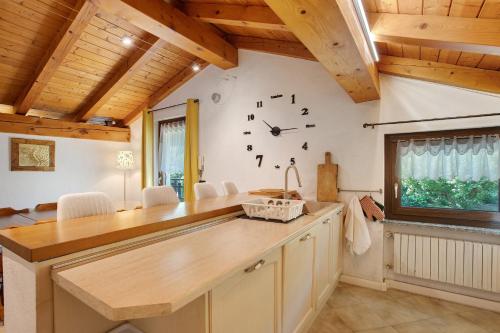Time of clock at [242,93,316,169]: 10:14
